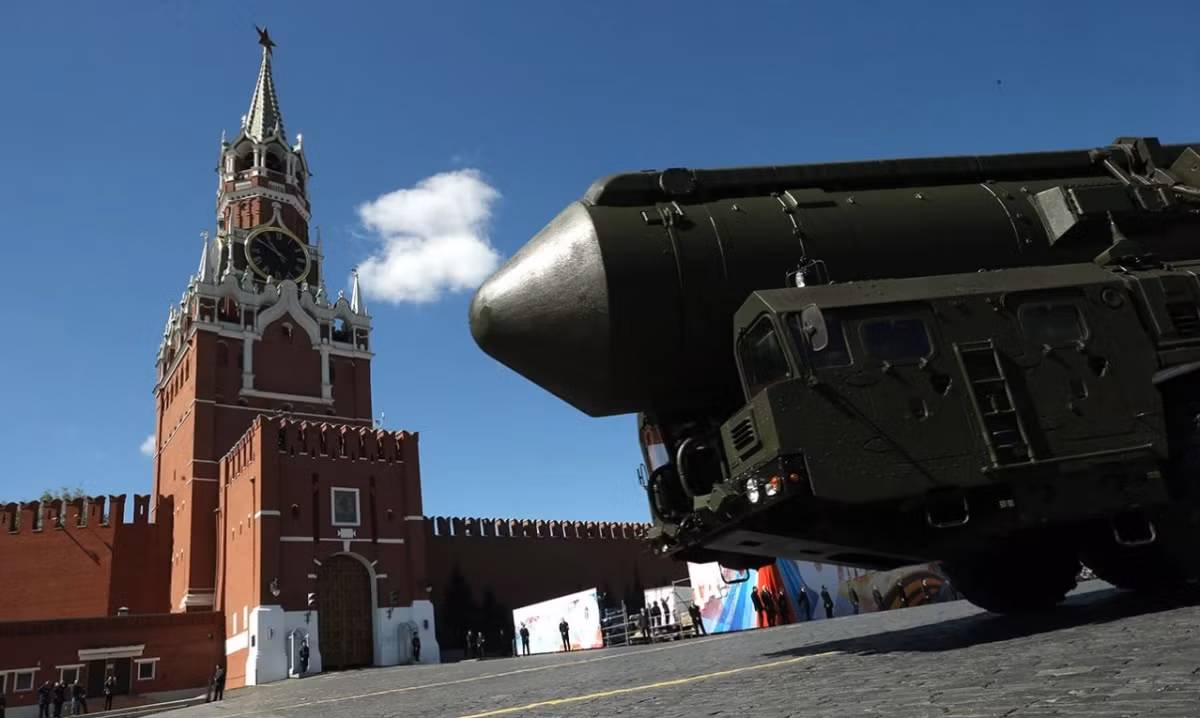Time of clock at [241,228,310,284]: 10:50
